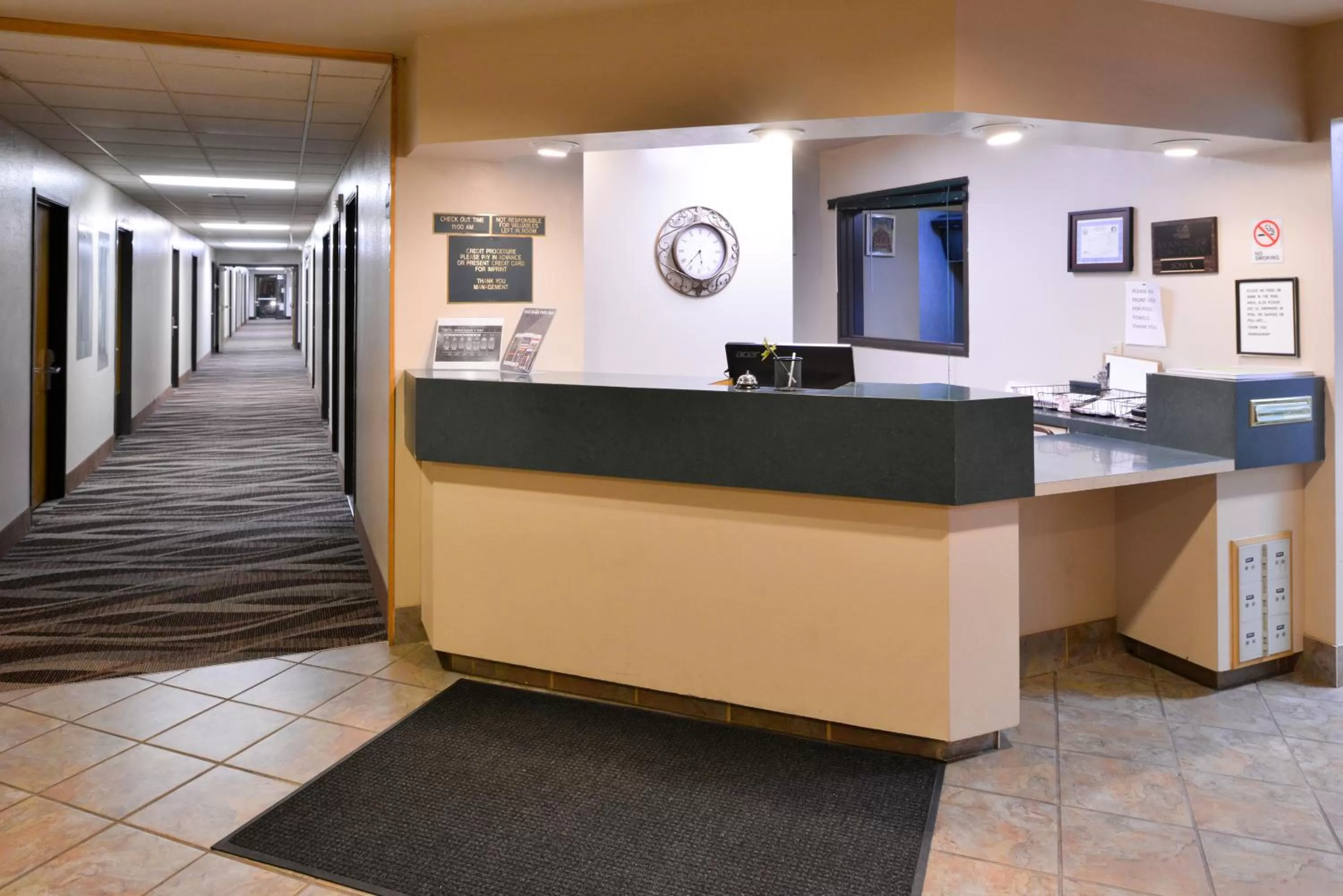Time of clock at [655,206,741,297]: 5:36
